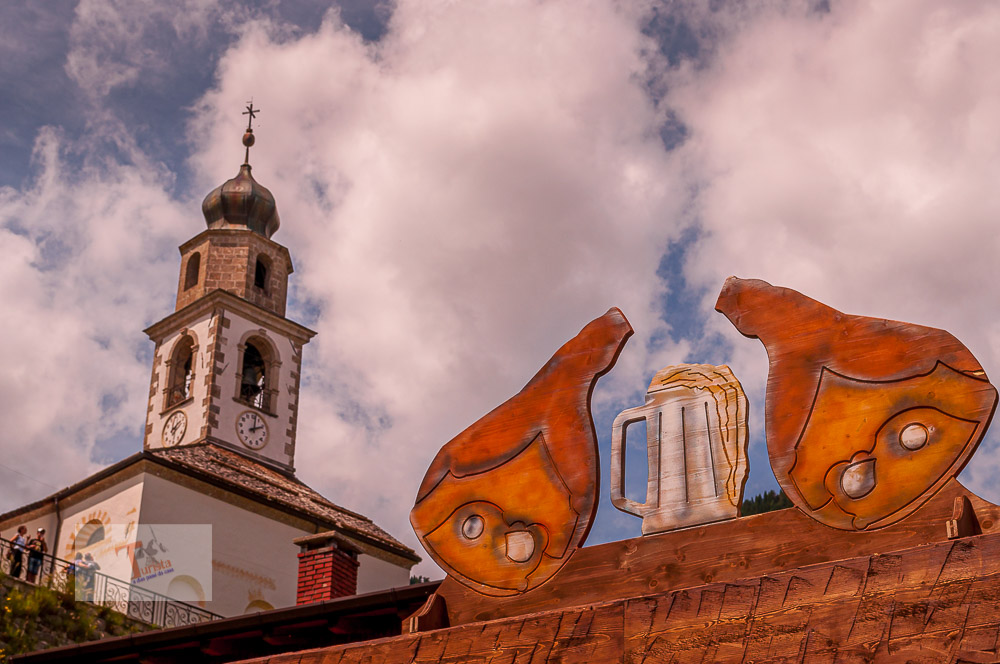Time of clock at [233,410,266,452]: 2:01
